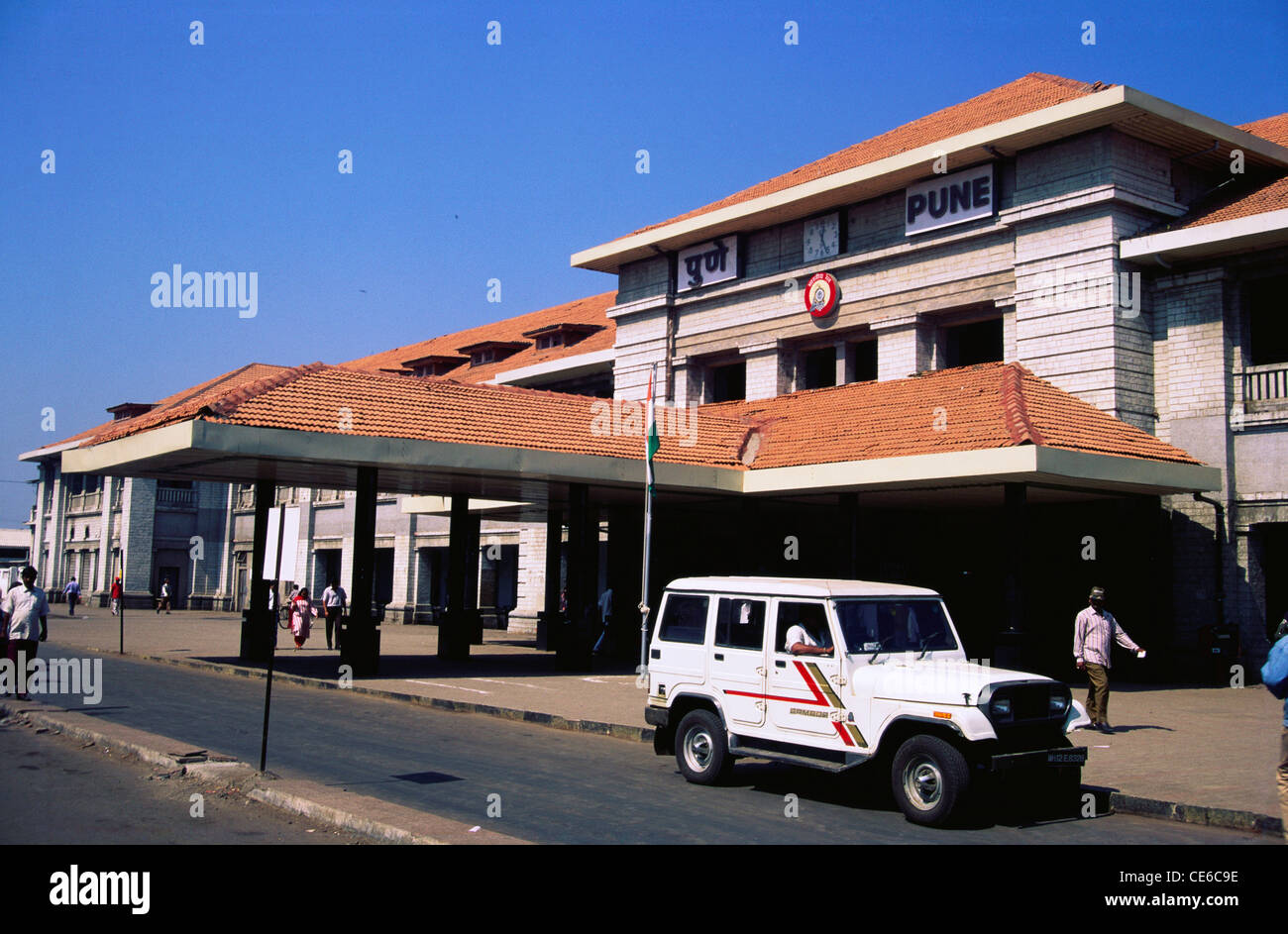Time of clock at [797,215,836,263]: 12:26
